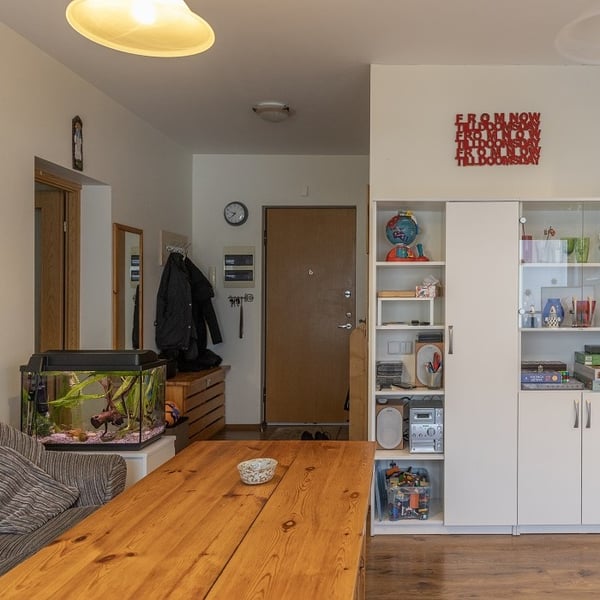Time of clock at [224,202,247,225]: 9:38
